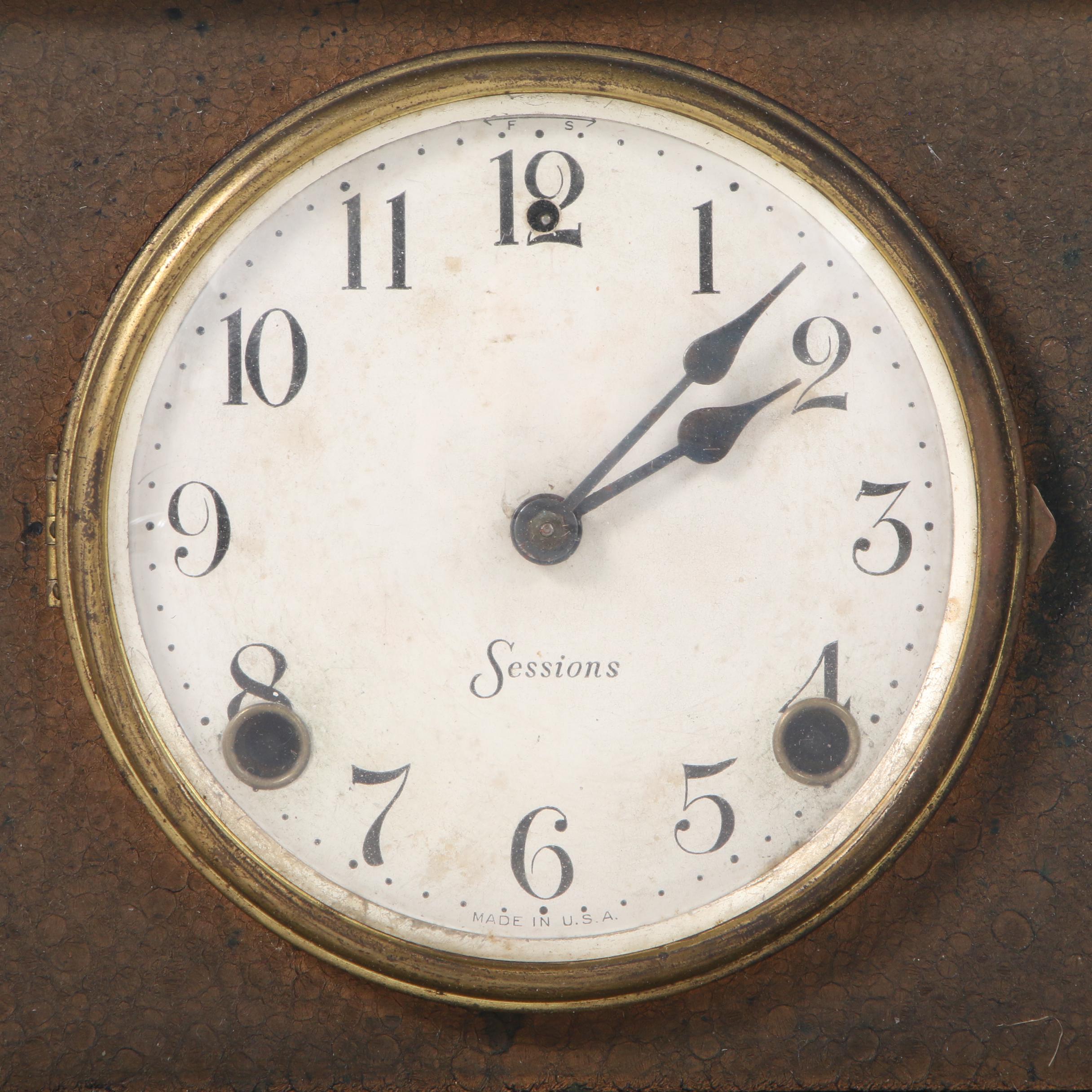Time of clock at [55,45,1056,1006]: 2:07
